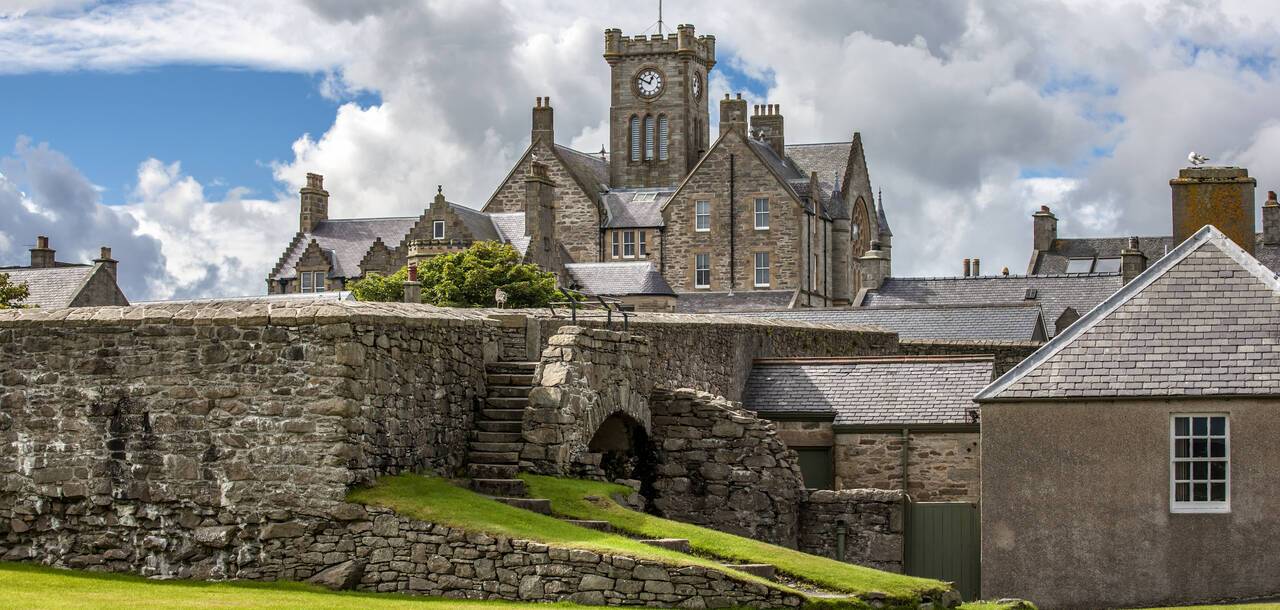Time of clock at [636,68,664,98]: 12:49
